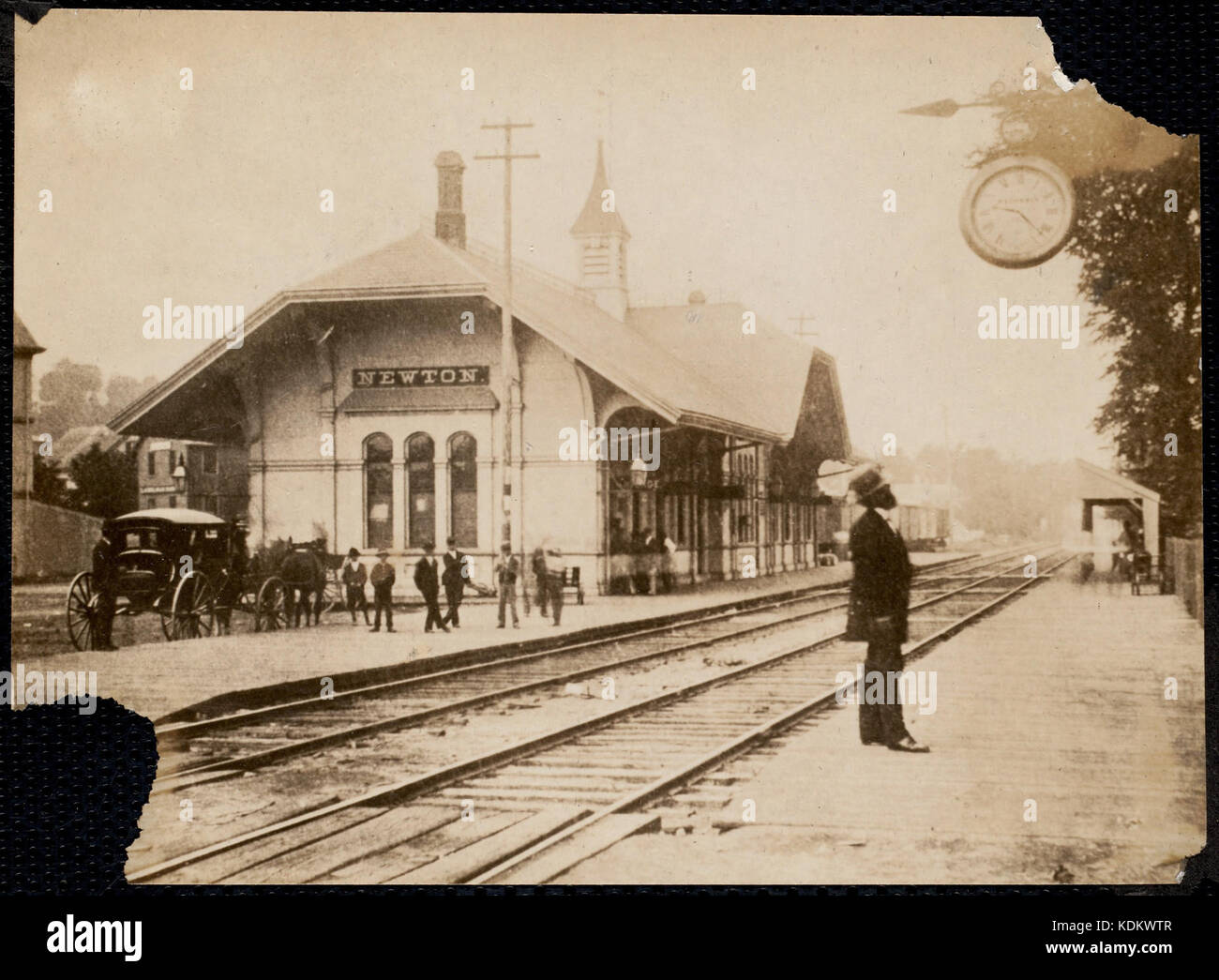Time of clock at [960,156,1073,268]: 9:22
